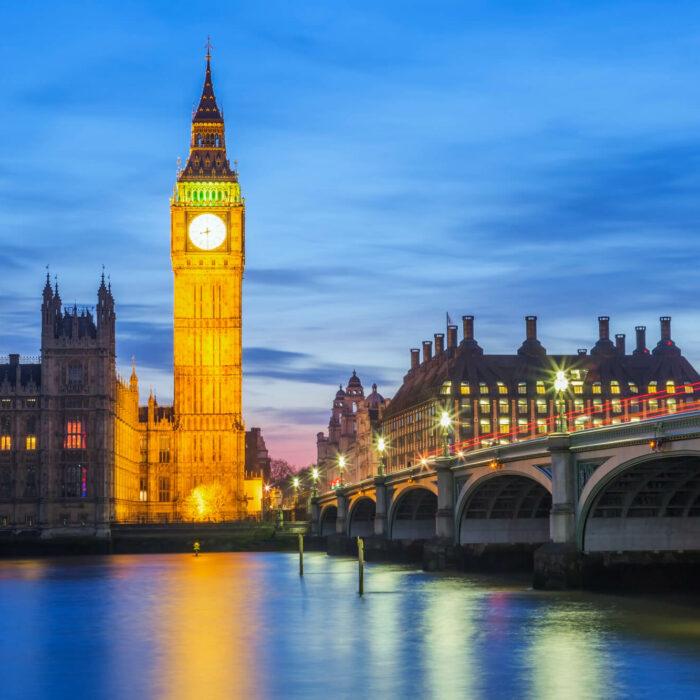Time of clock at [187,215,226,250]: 8:30
